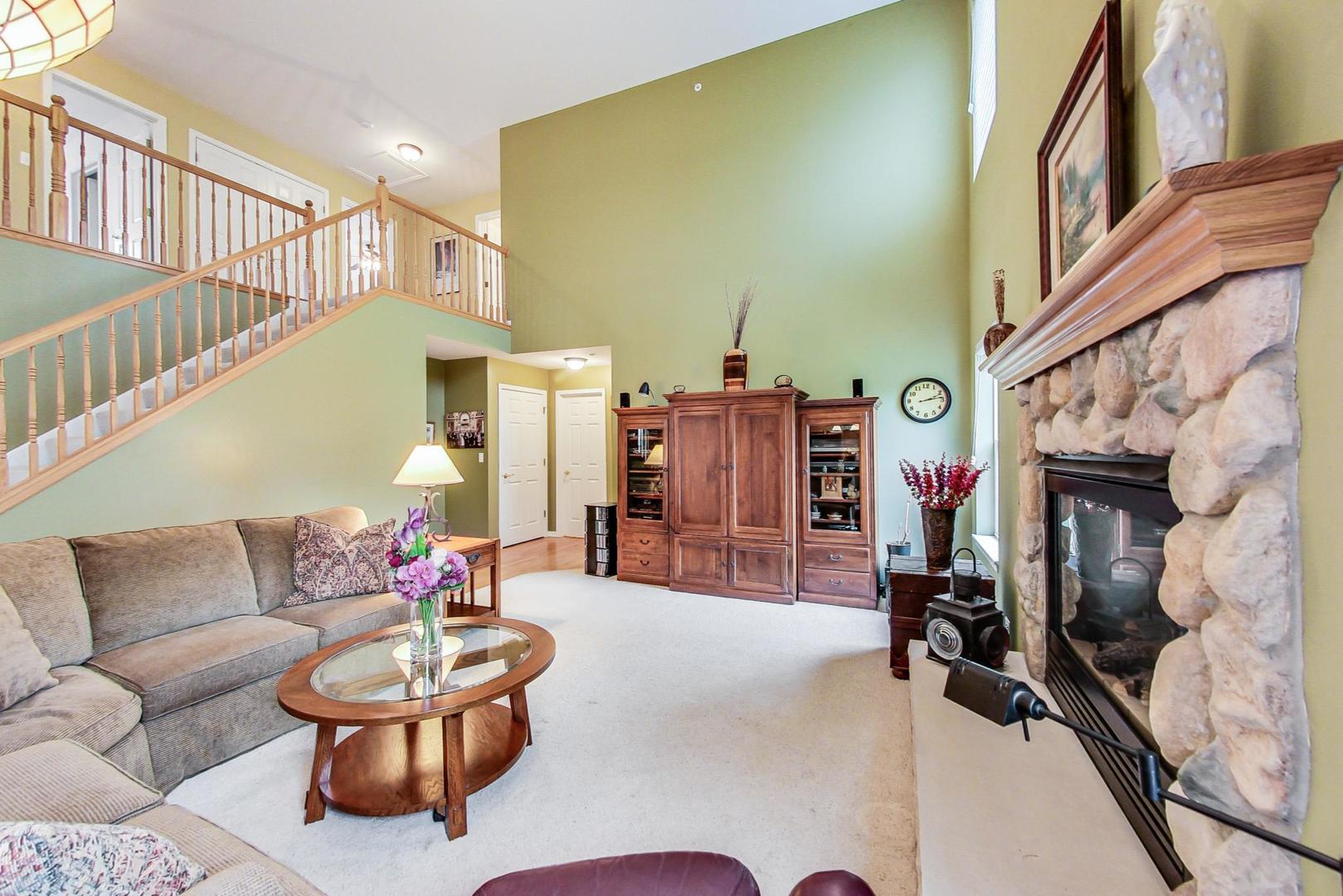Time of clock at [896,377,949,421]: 2:13
